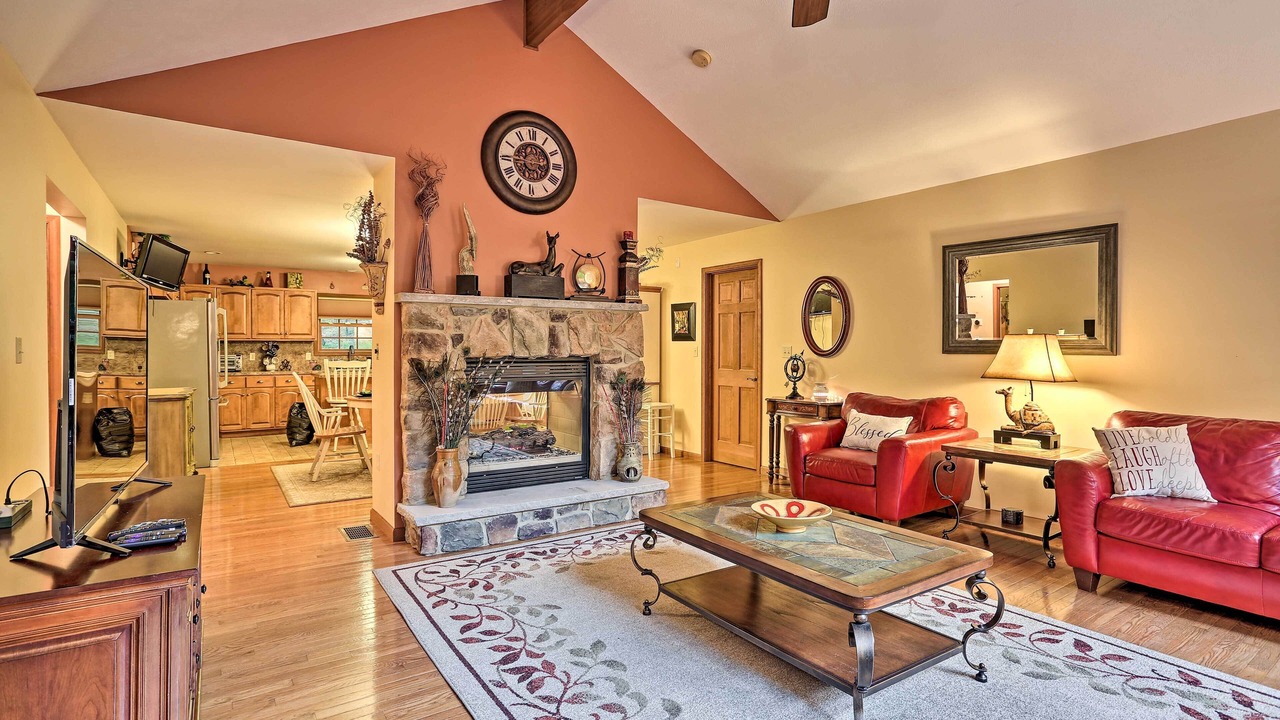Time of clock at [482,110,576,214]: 11:45
